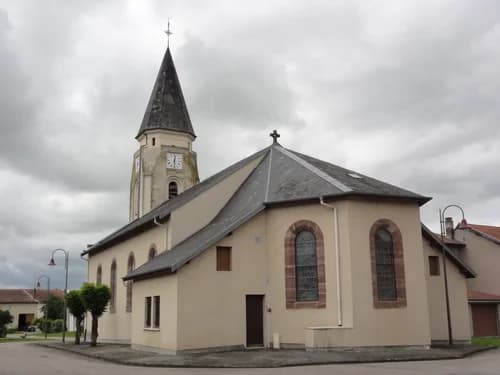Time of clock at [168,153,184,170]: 12:28
